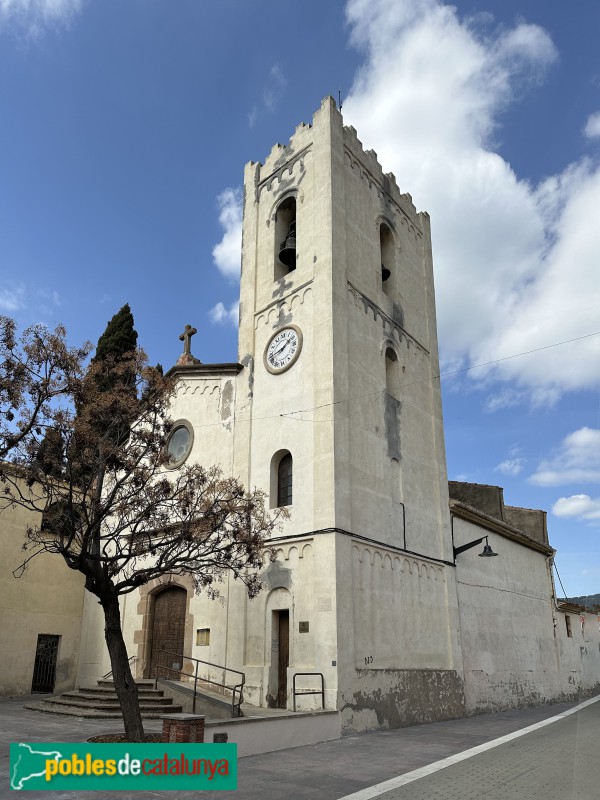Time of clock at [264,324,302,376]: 1:42
